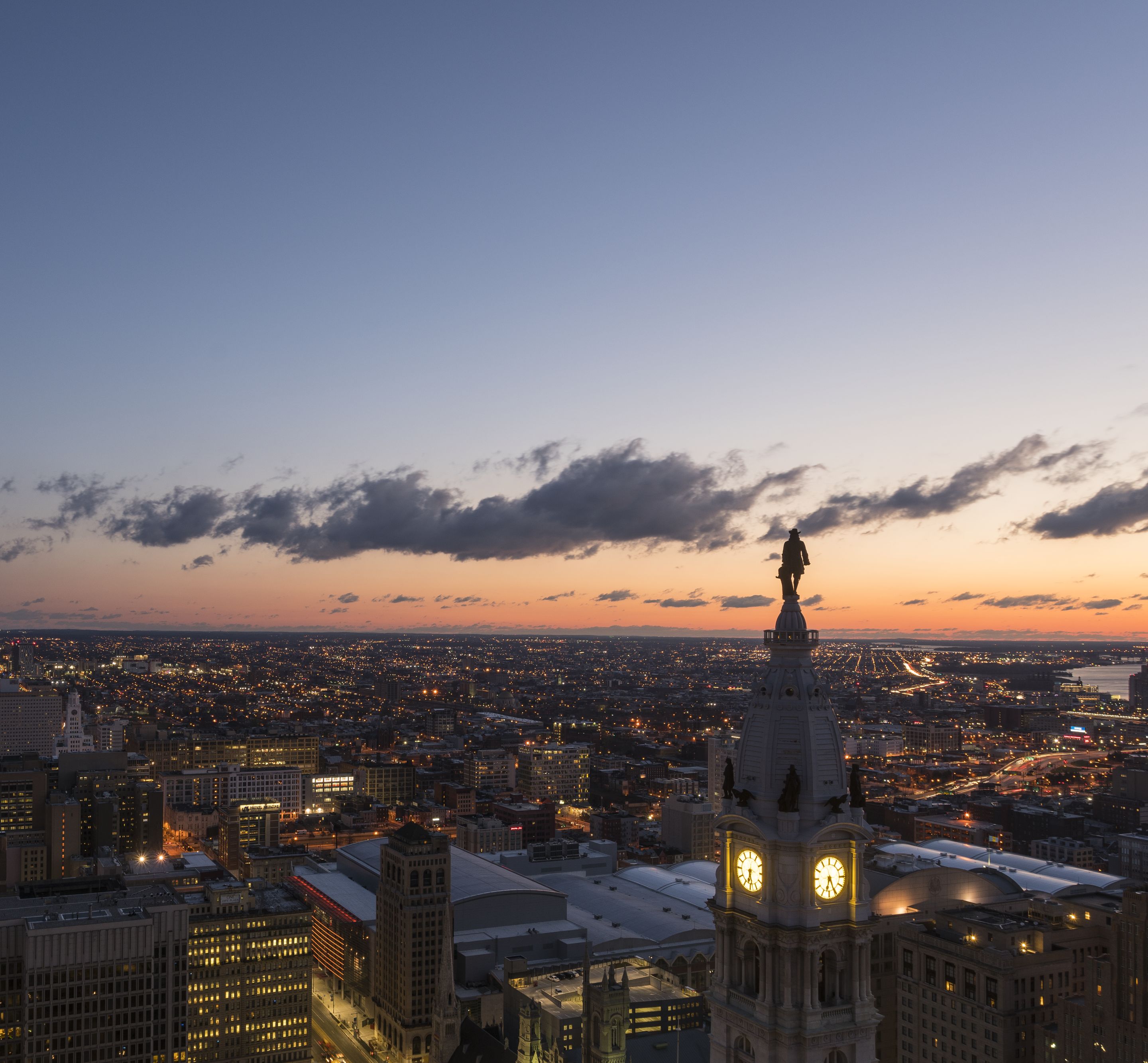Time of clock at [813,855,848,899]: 6:25
